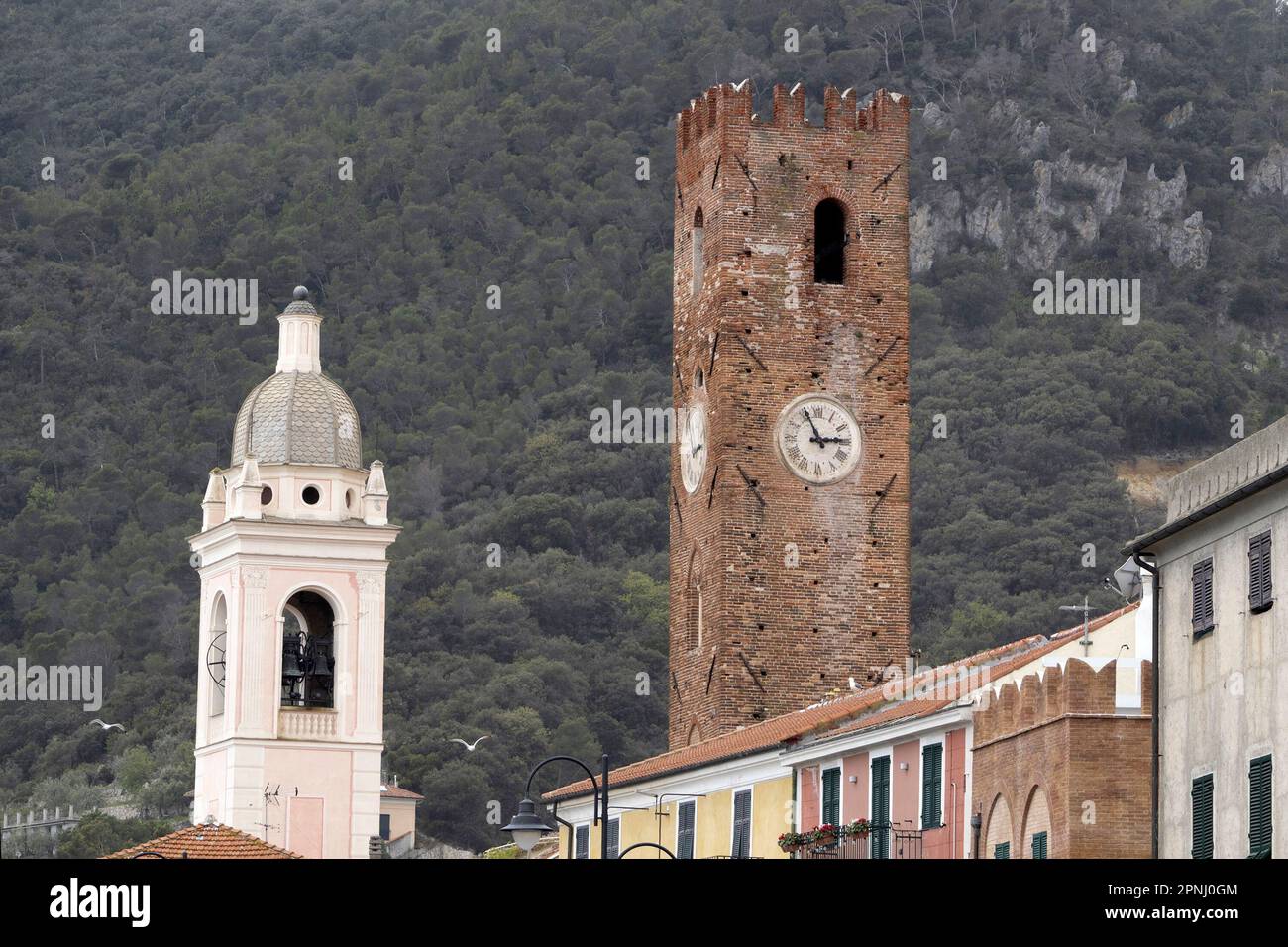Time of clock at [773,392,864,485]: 2:55
